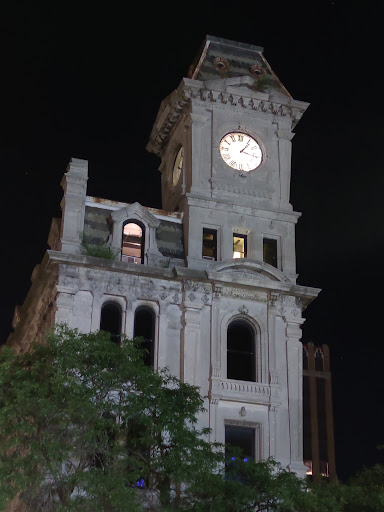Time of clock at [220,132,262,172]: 1:16
